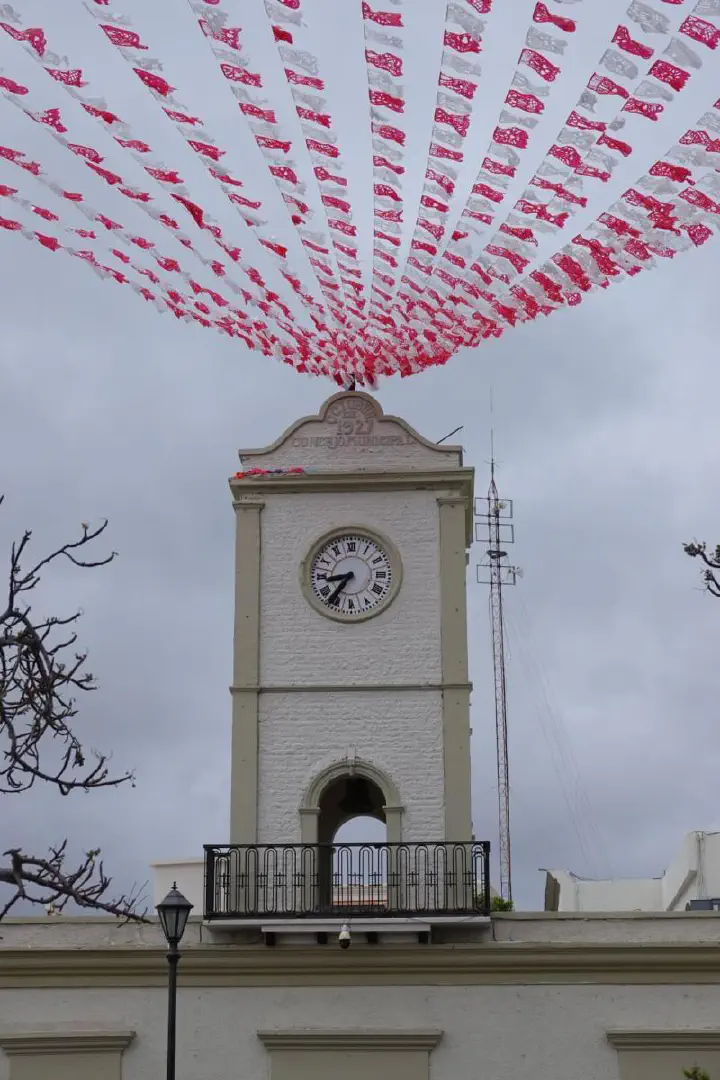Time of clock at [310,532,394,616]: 8:36
